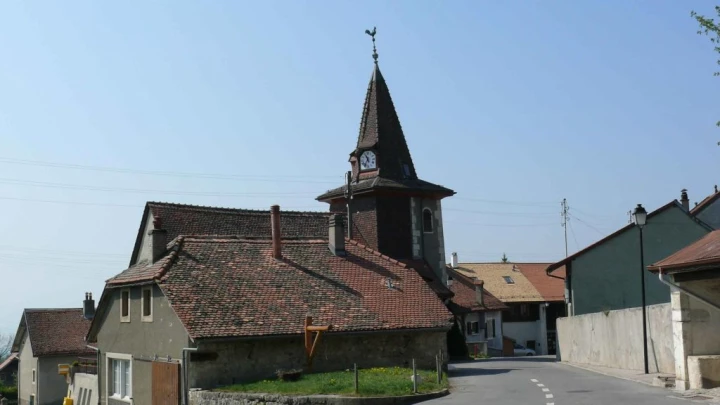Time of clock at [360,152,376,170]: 11:36
